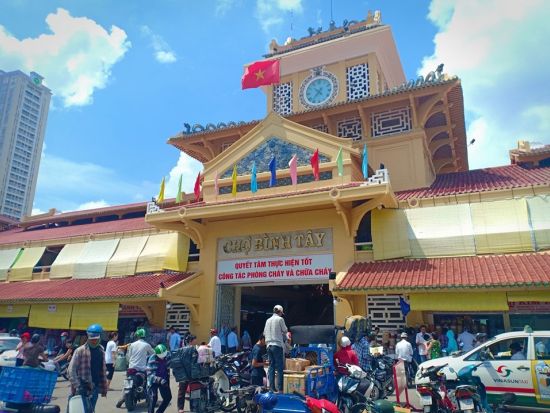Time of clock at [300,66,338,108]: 10:36
